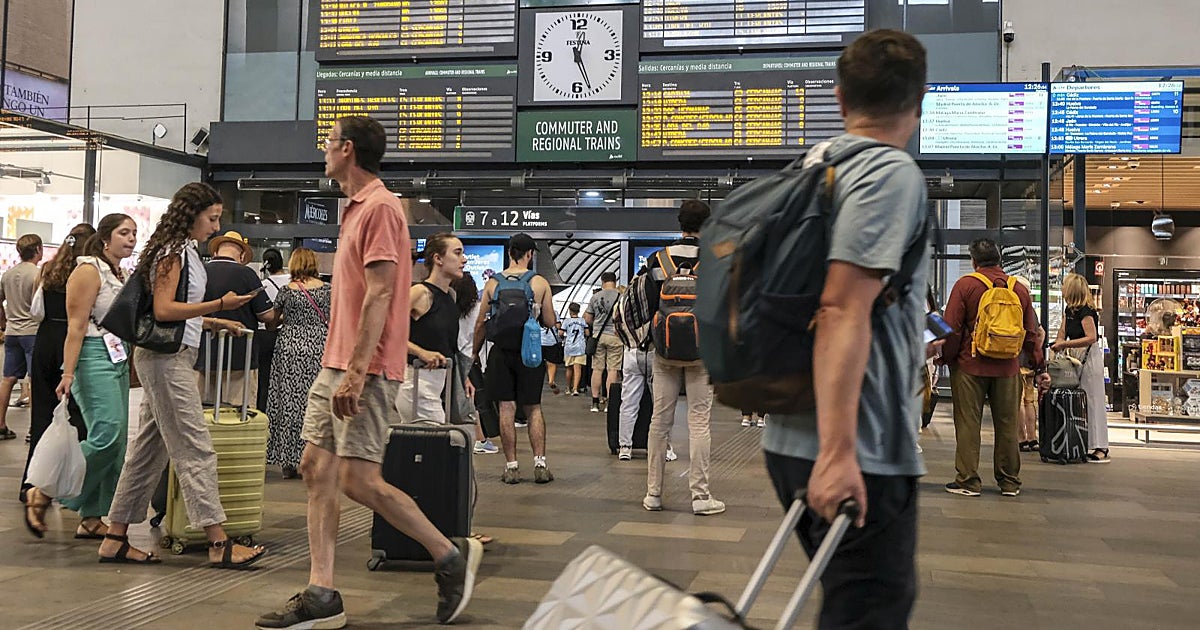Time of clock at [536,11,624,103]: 12:26
